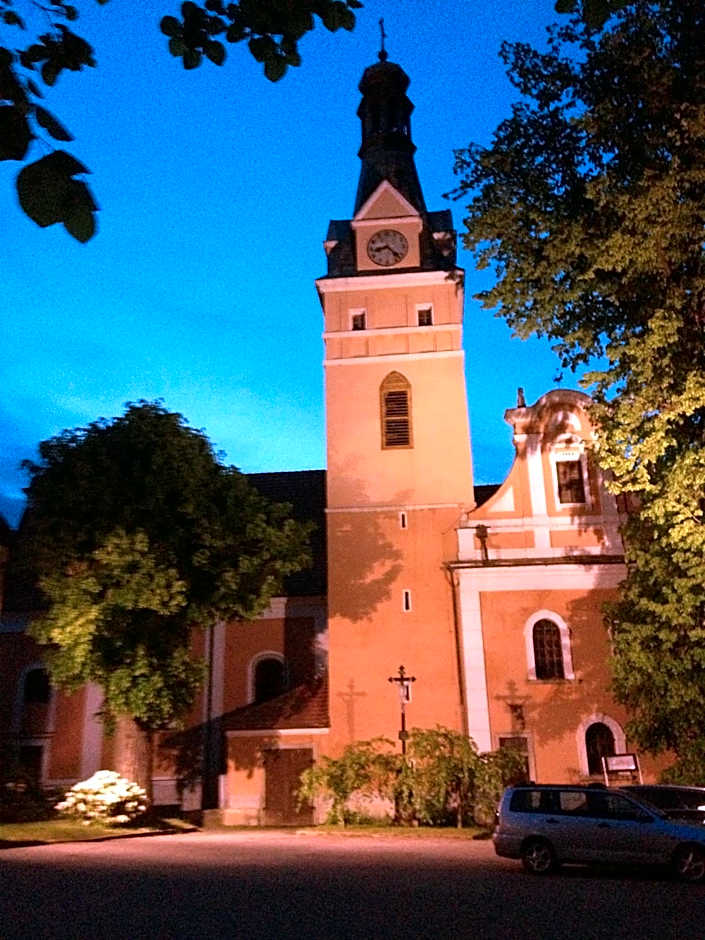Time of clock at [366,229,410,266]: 8:22
